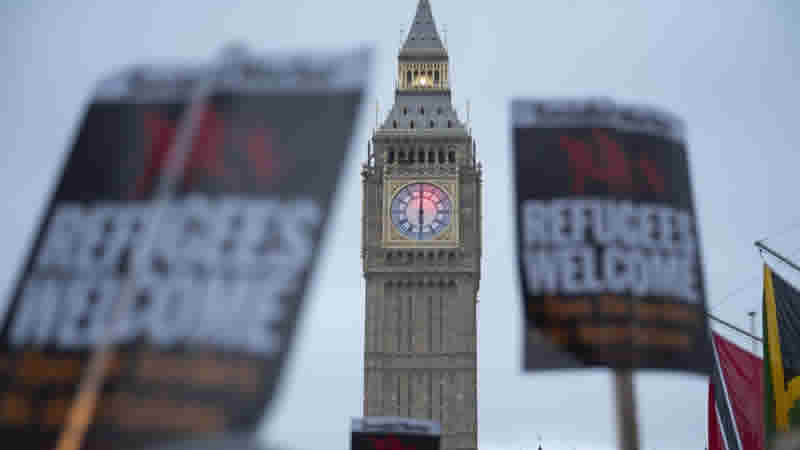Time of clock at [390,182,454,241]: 6:00
